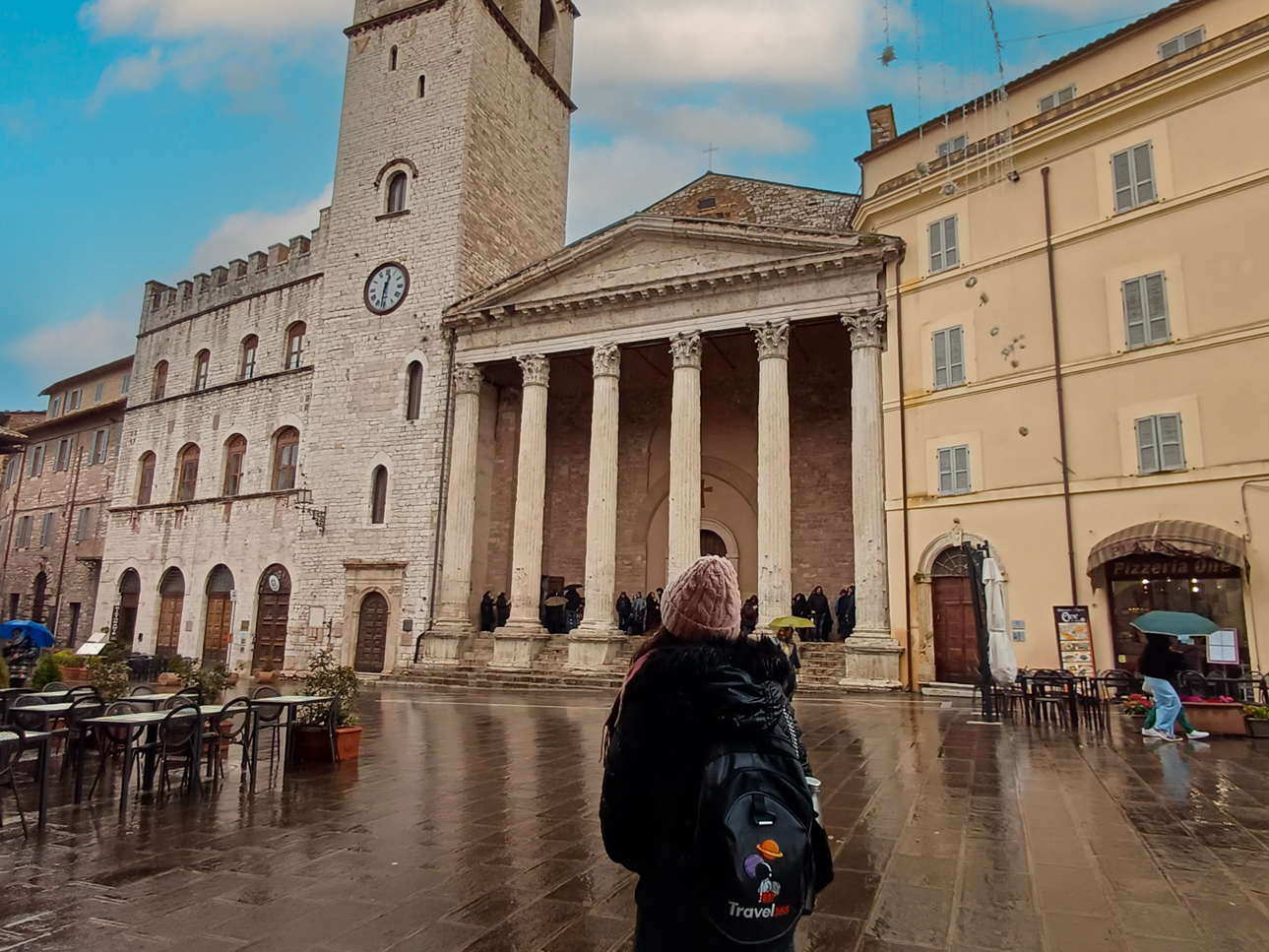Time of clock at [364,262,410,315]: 12:31
